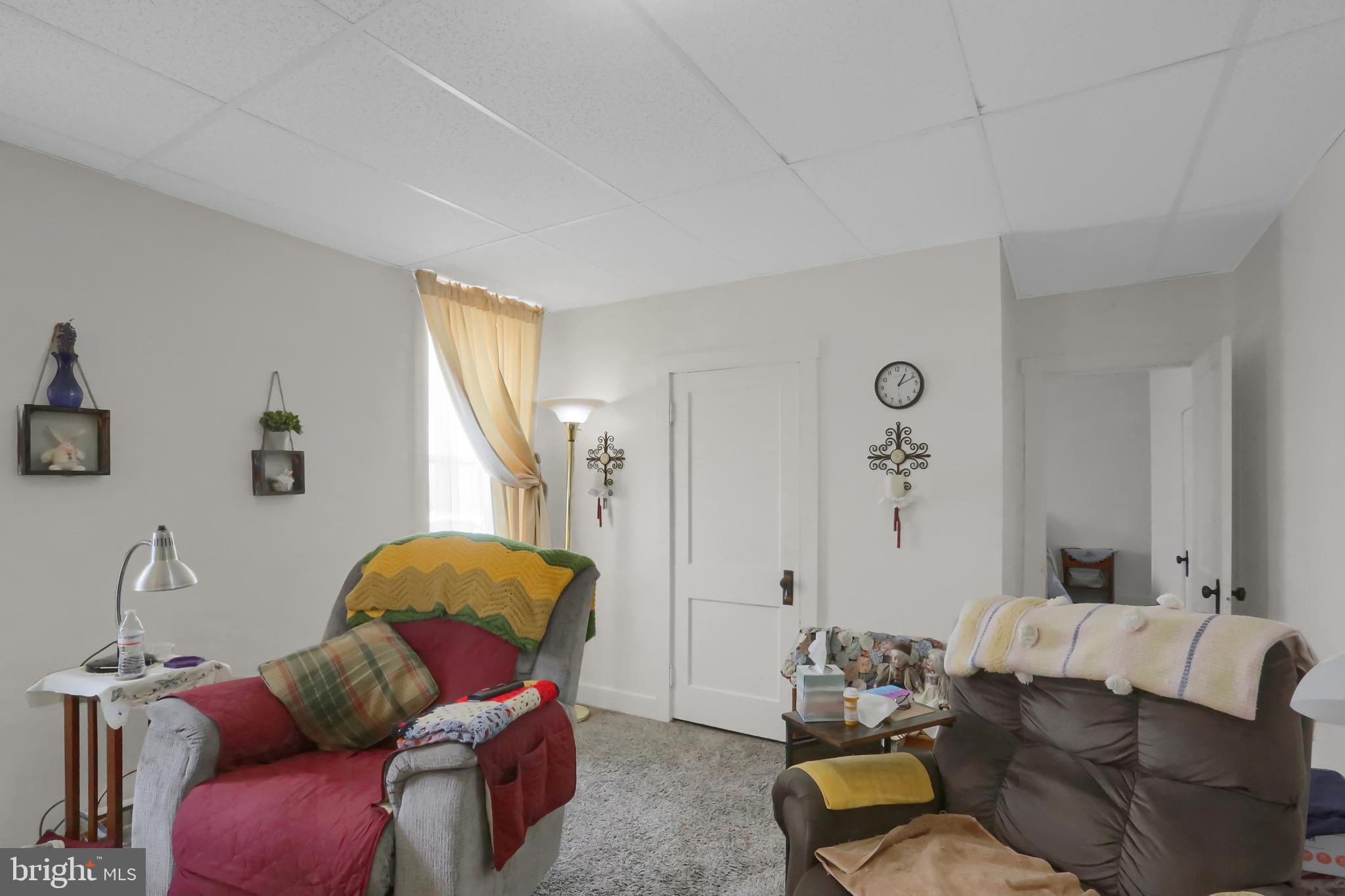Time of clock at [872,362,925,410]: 1:11
